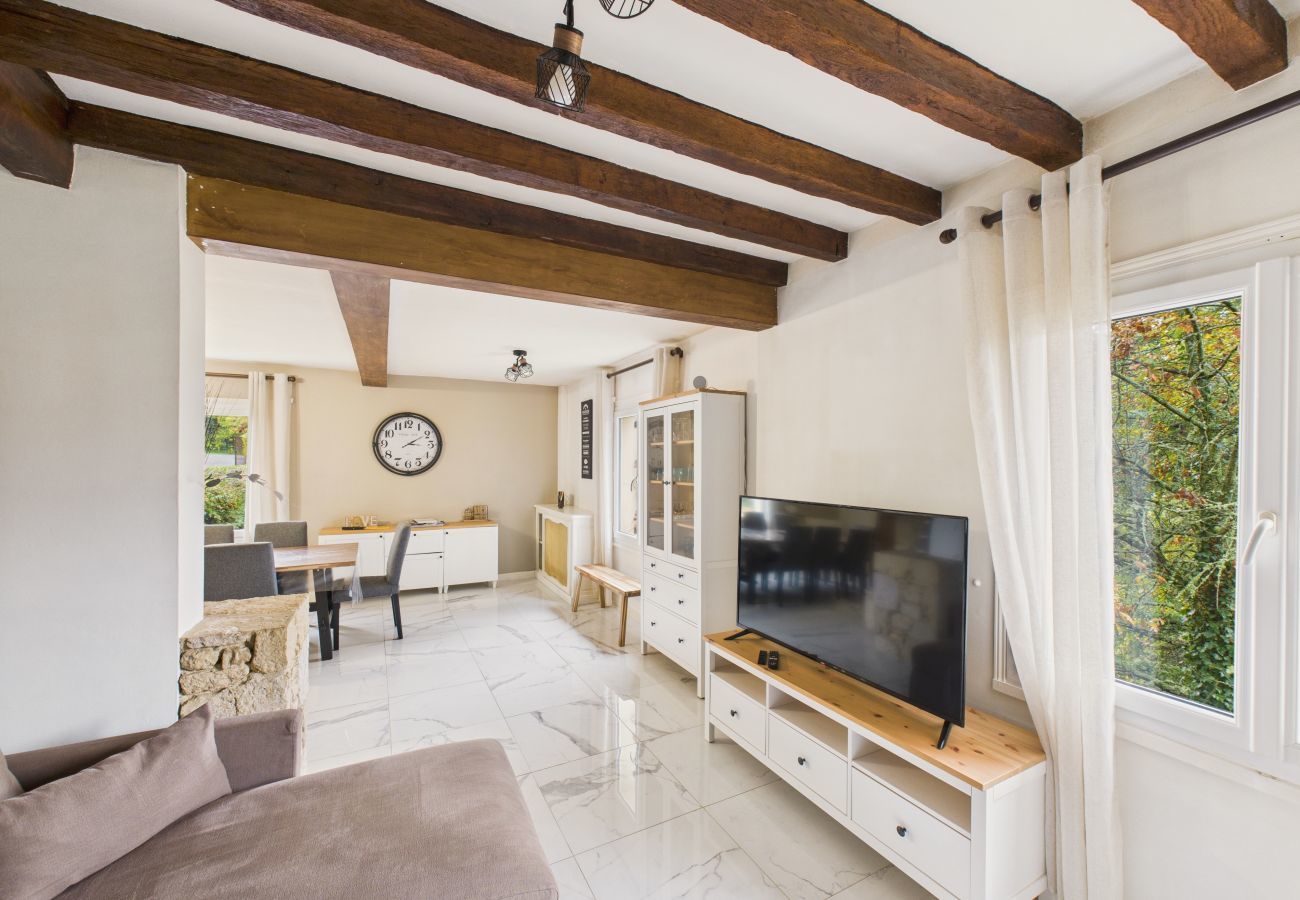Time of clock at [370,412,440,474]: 3:09
